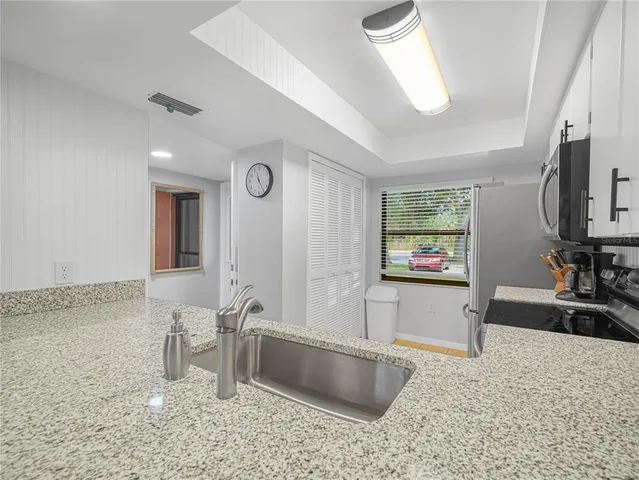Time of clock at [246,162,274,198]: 11:24
